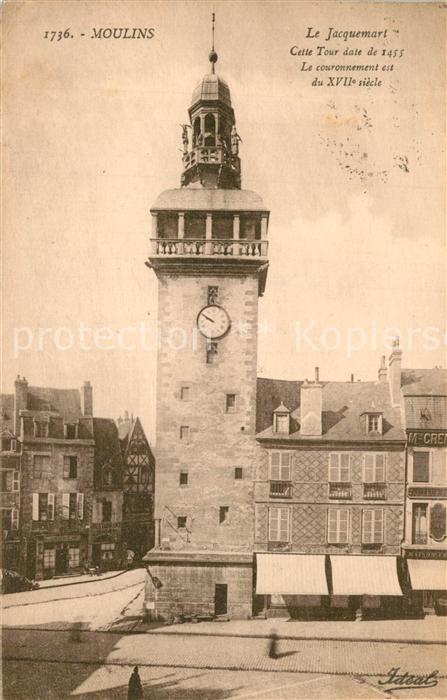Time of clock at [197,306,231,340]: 9:50
